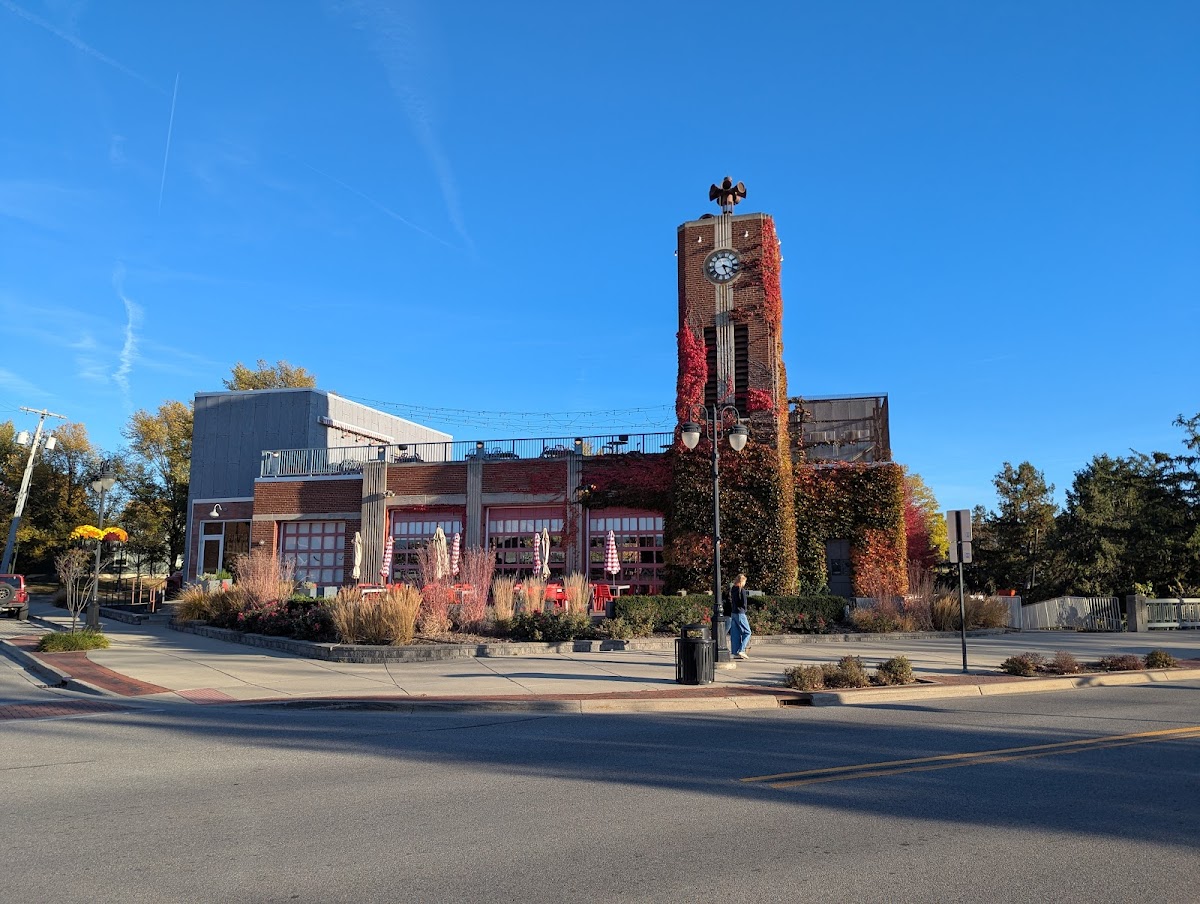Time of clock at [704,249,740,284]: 5:18
